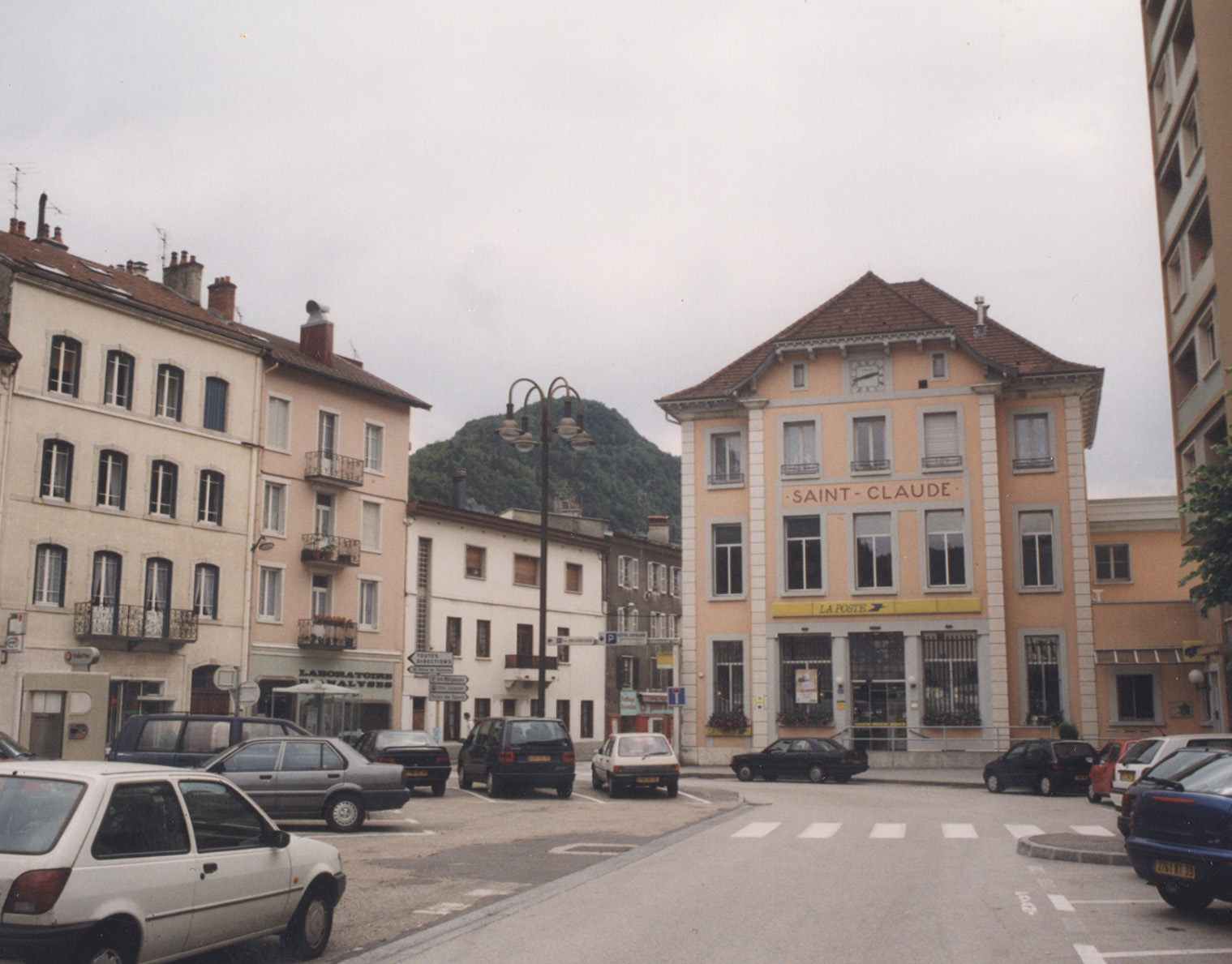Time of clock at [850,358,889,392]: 2:42
